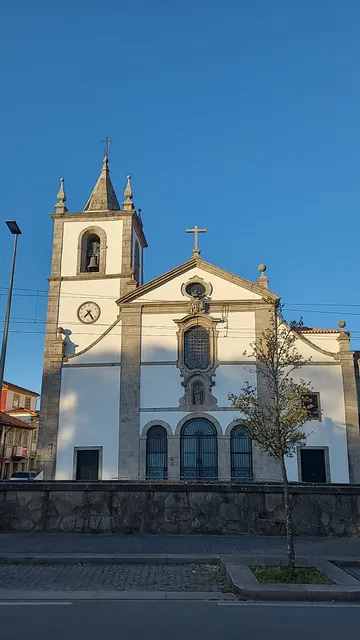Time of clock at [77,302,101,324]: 7:24
